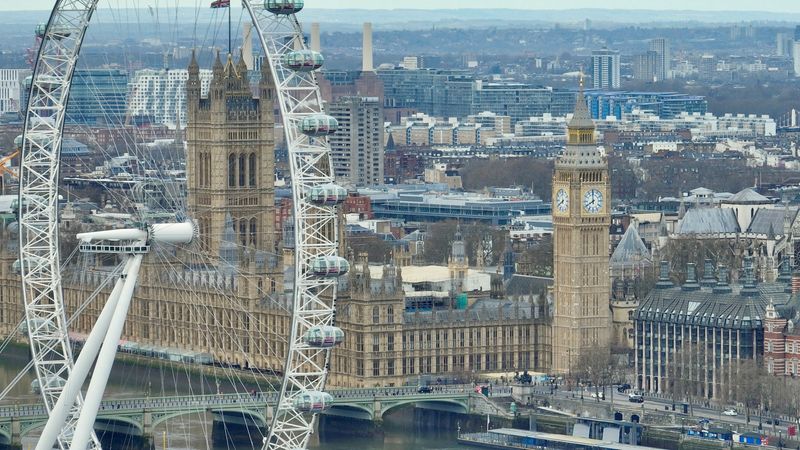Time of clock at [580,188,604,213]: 7:59
